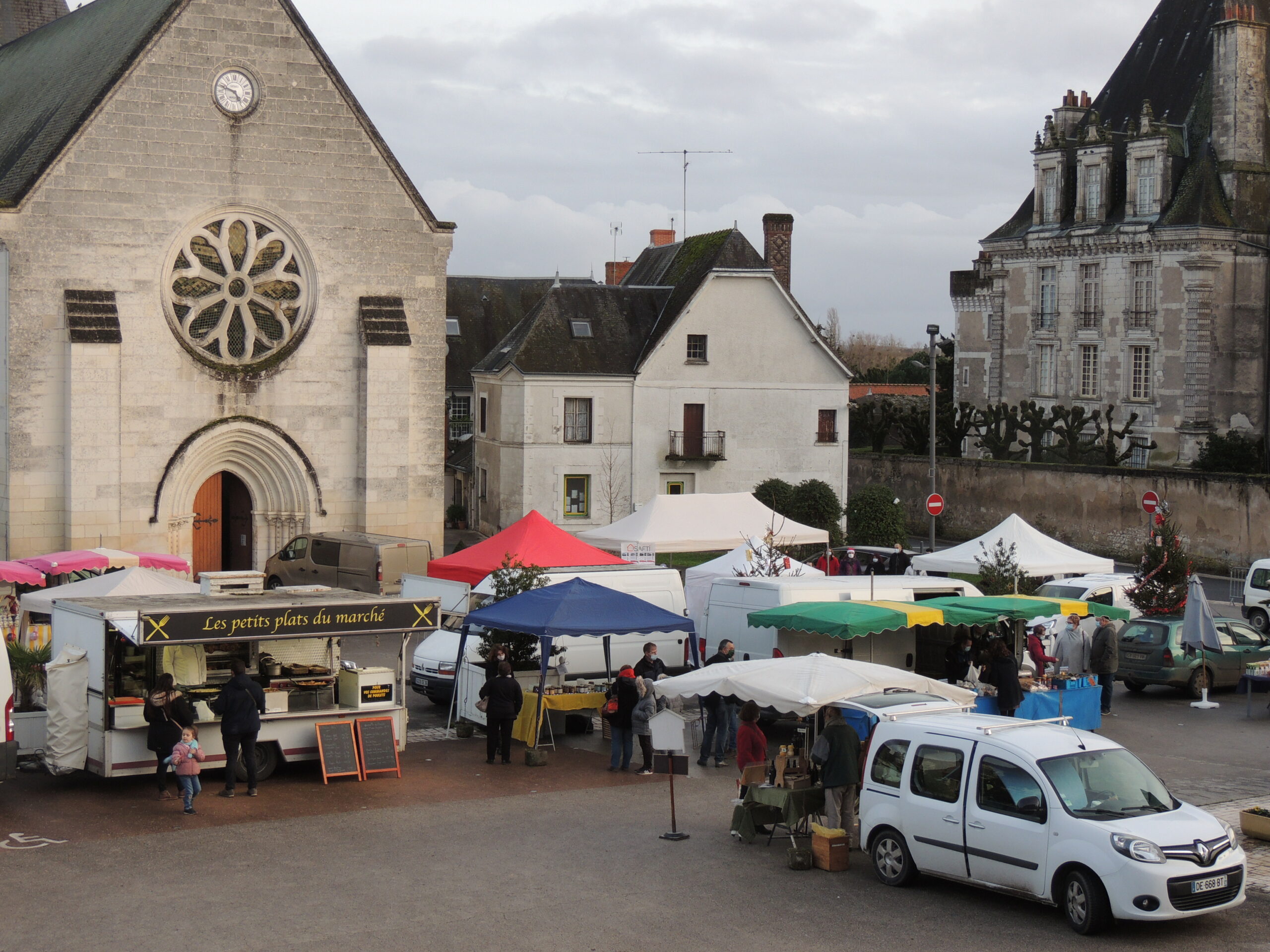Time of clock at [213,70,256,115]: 4:48
